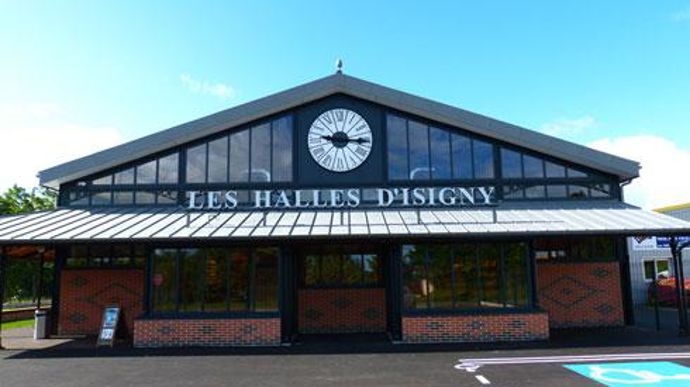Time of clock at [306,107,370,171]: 9:15
